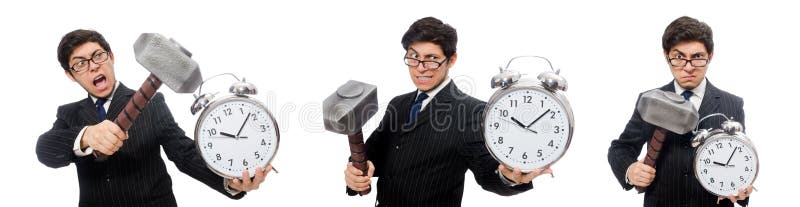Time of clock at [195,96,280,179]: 10:07
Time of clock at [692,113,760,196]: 10:08
